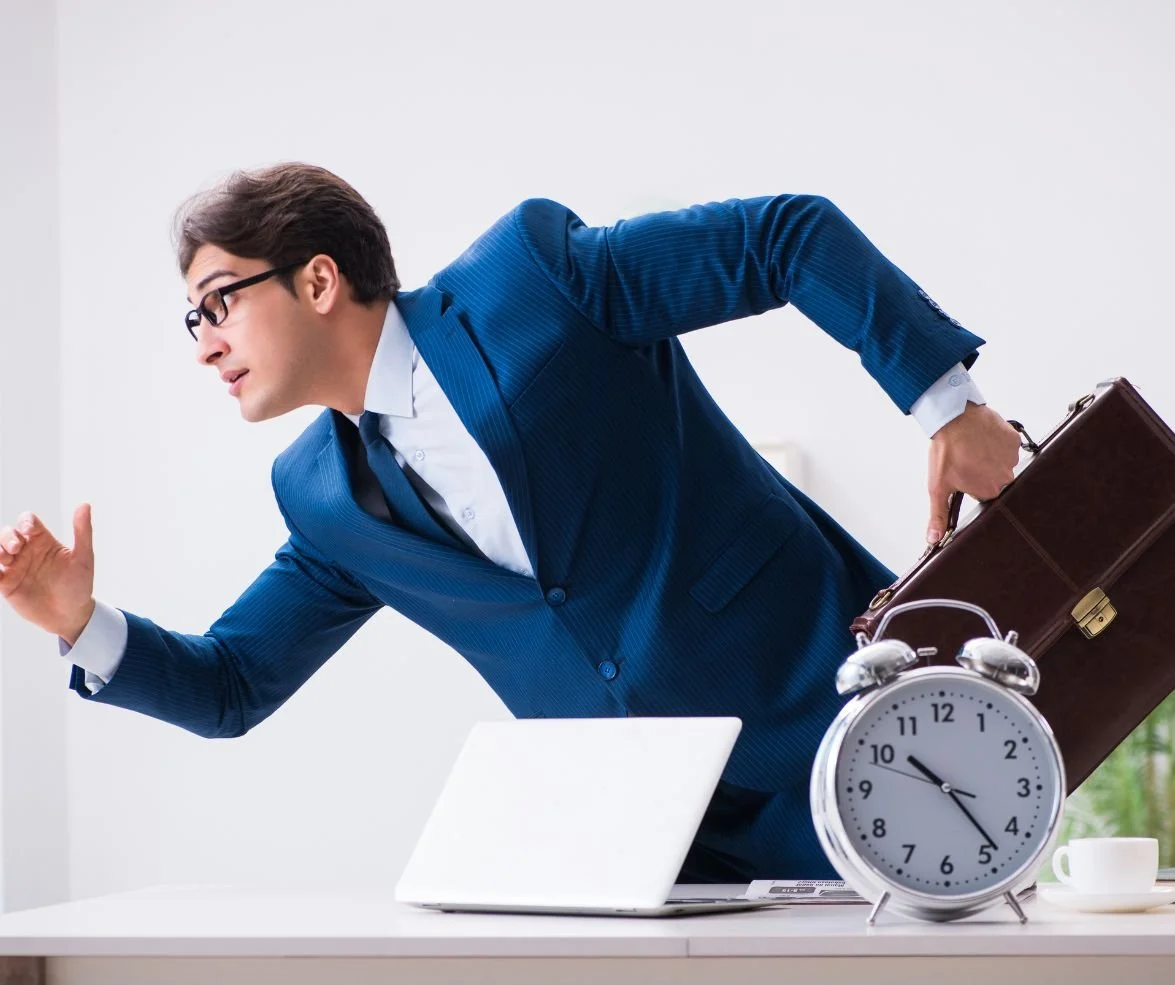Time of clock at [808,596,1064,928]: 10:23
